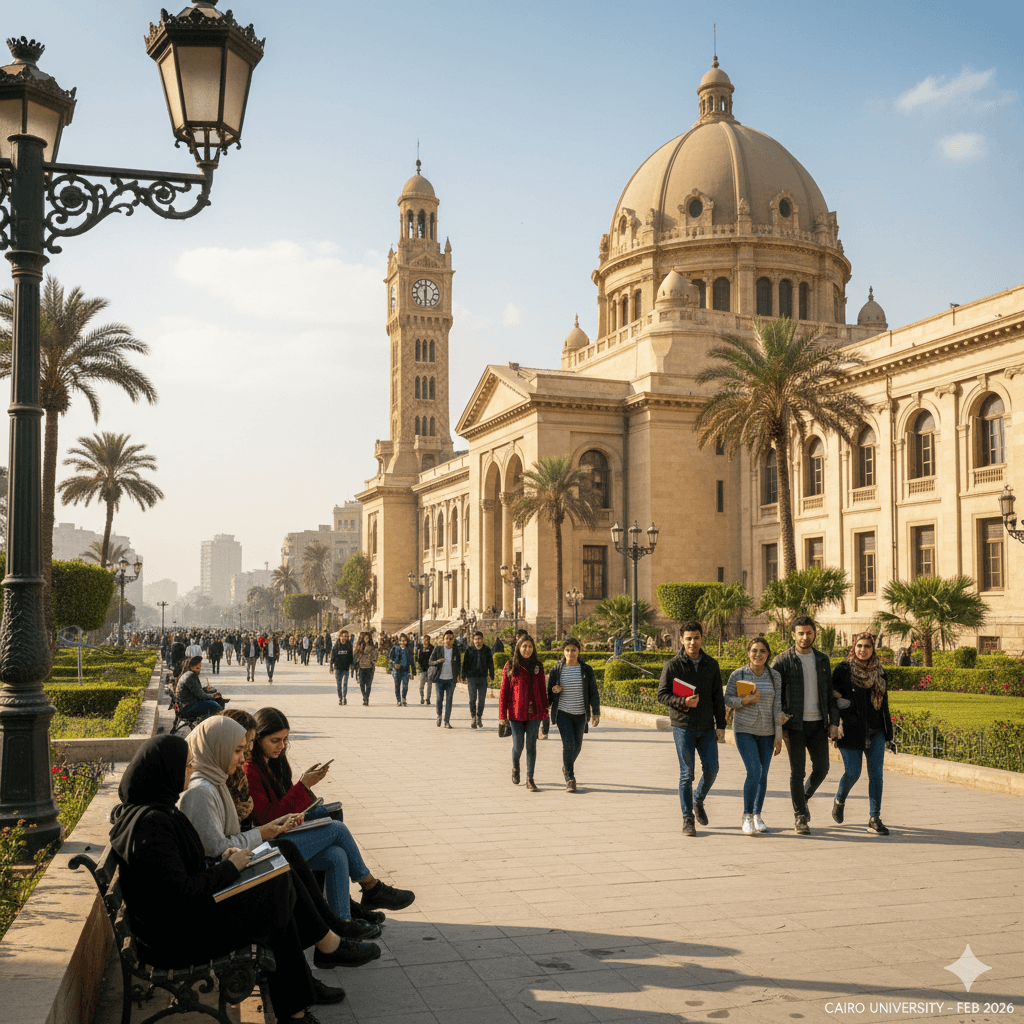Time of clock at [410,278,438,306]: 6:00
